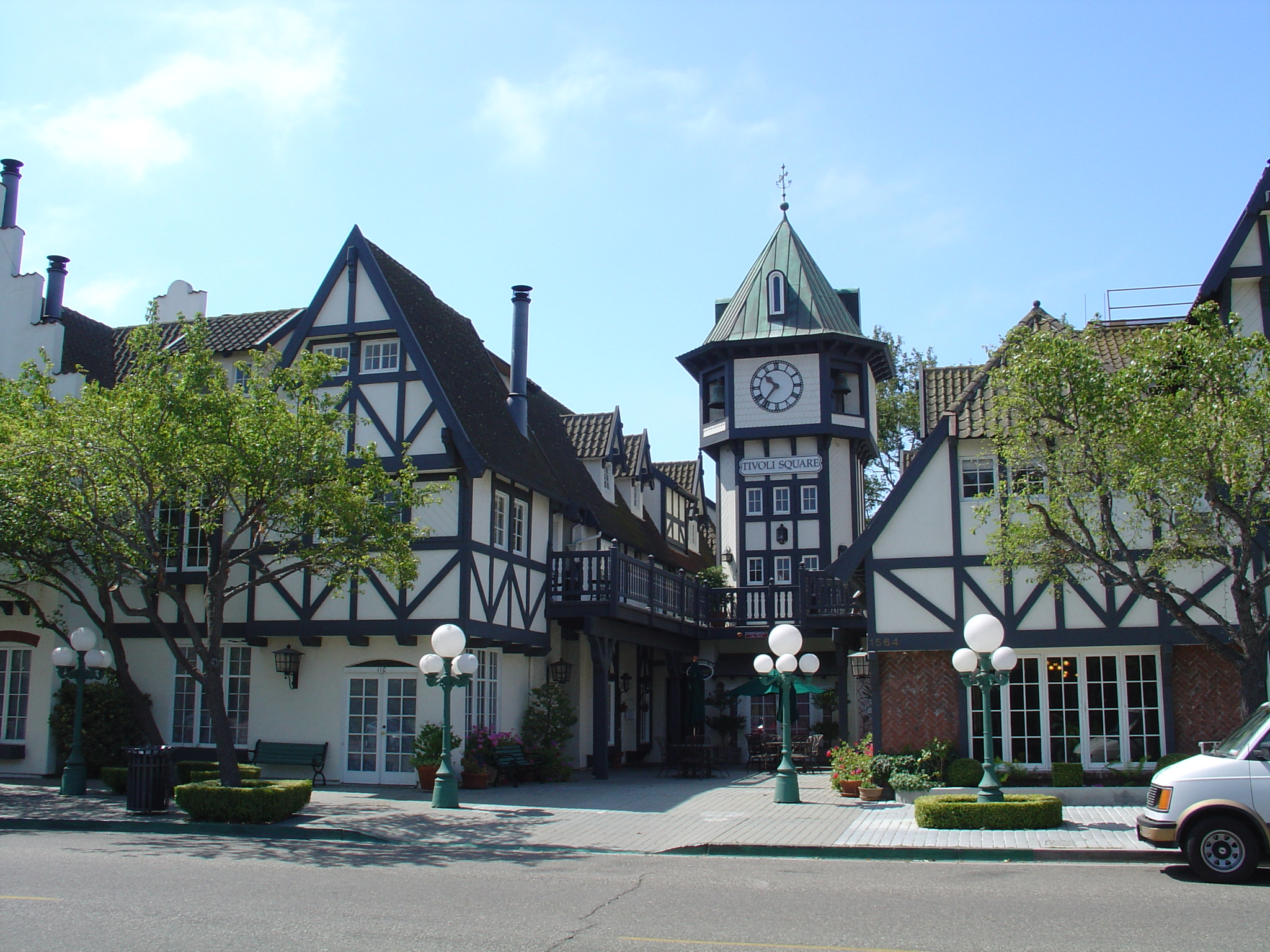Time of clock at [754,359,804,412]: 10:36
